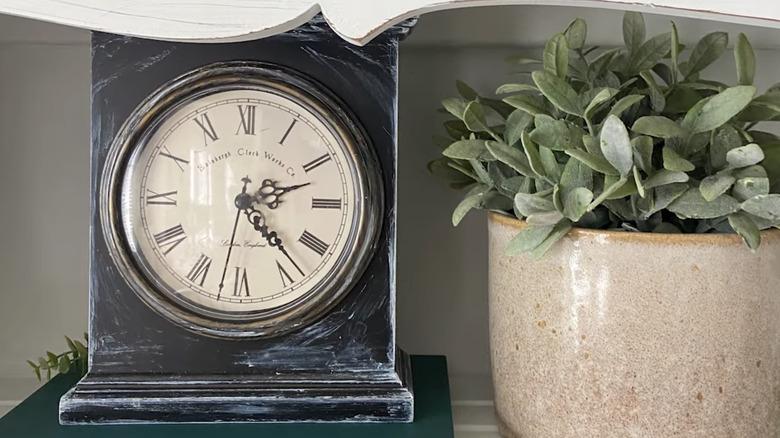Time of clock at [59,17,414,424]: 2:23
